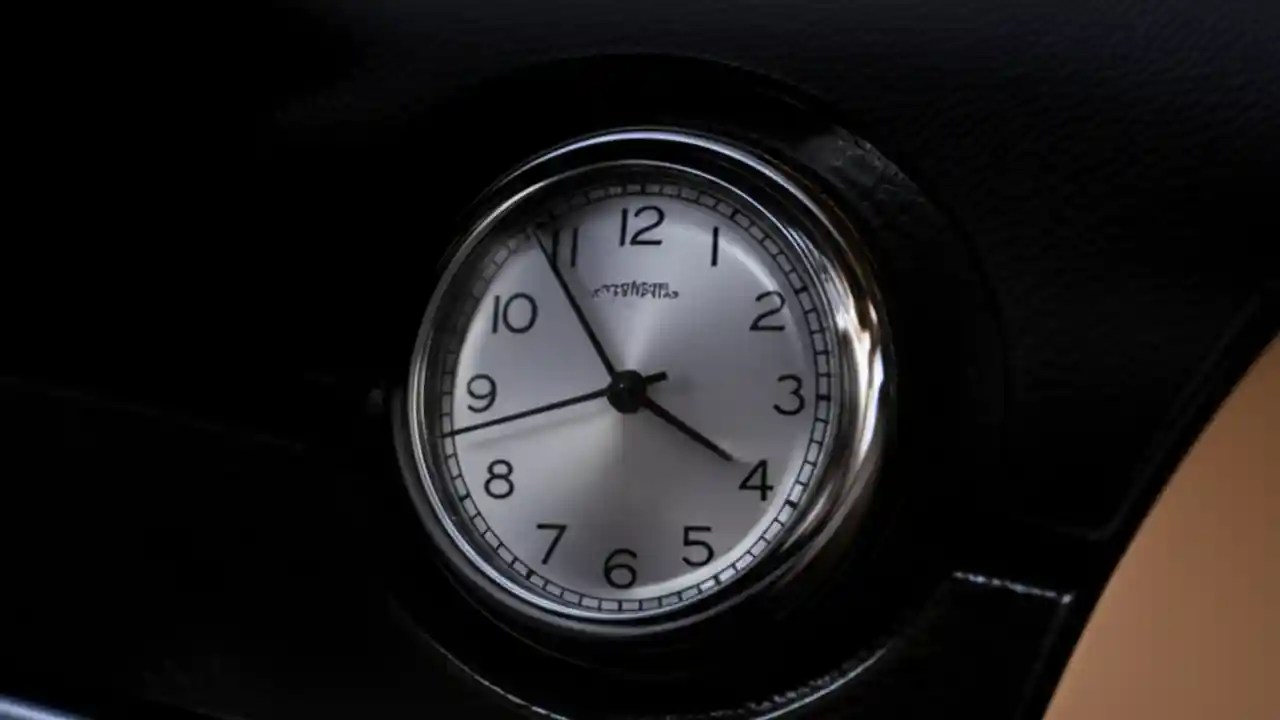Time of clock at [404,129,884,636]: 3:54
